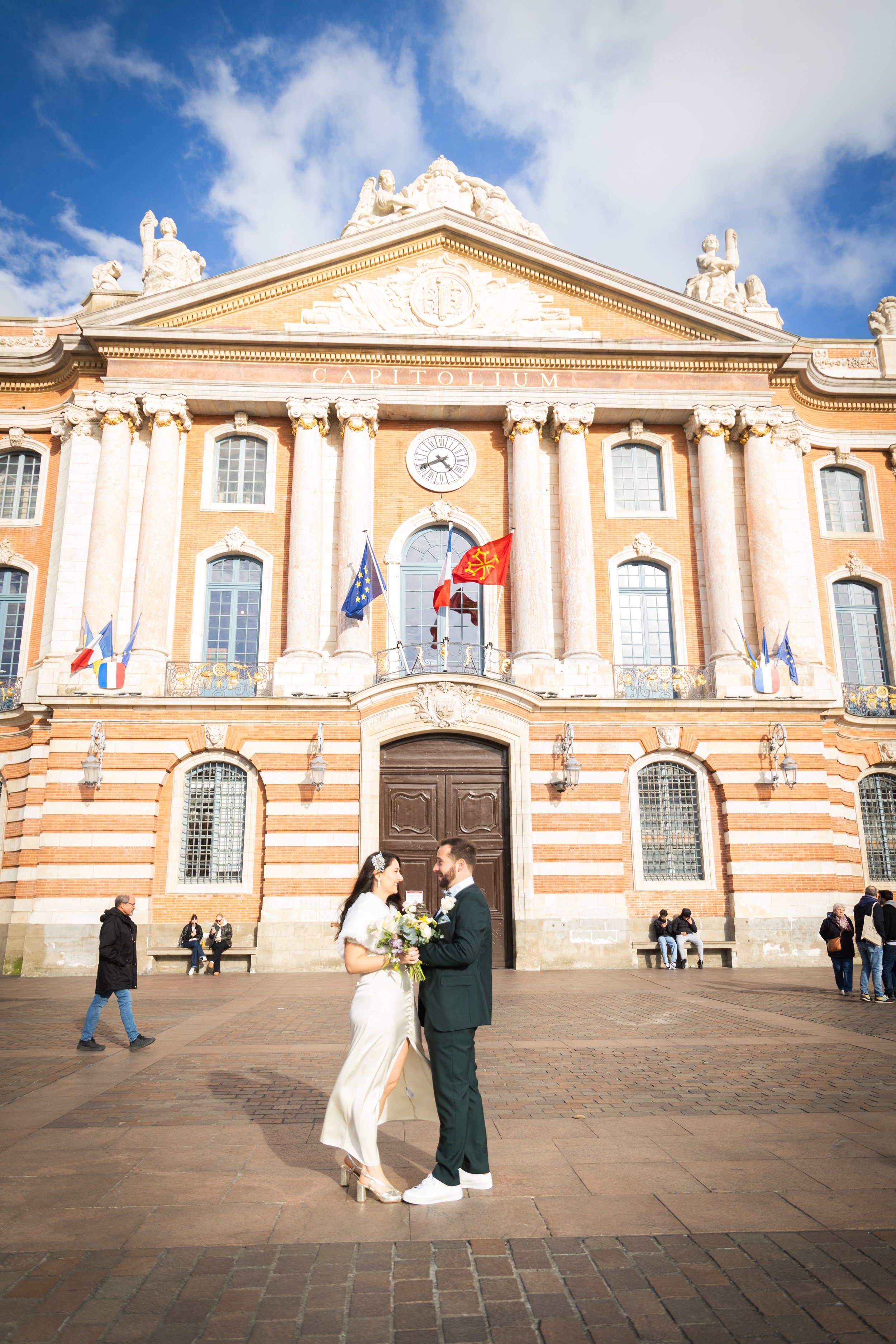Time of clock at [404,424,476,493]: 4:40
